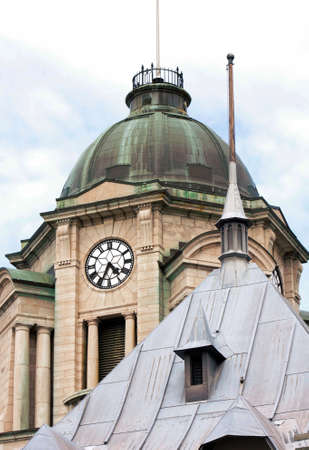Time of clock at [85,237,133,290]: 4:34
